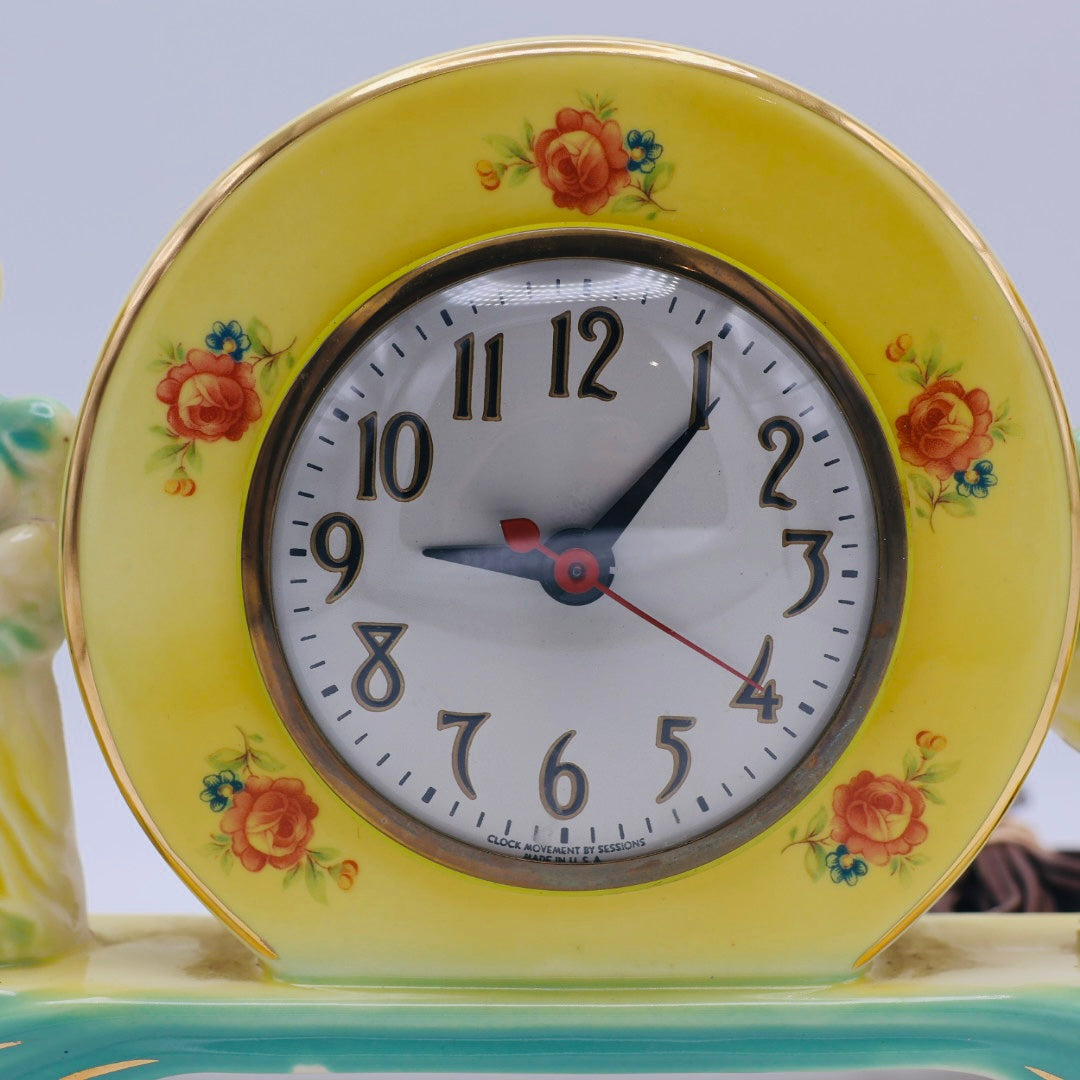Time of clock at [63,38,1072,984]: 9:06
